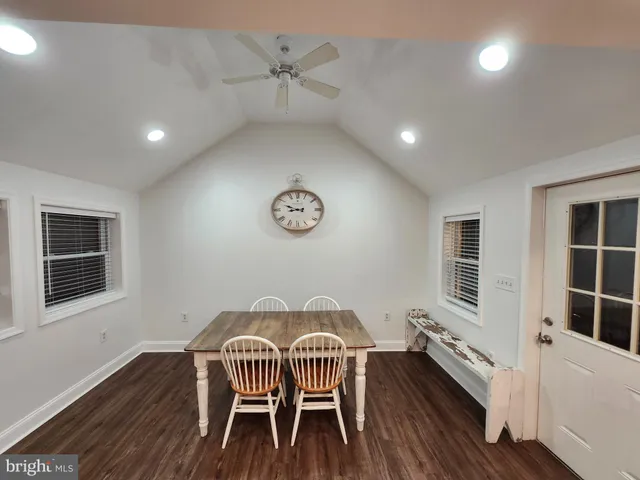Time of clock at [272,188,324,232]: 8:48
